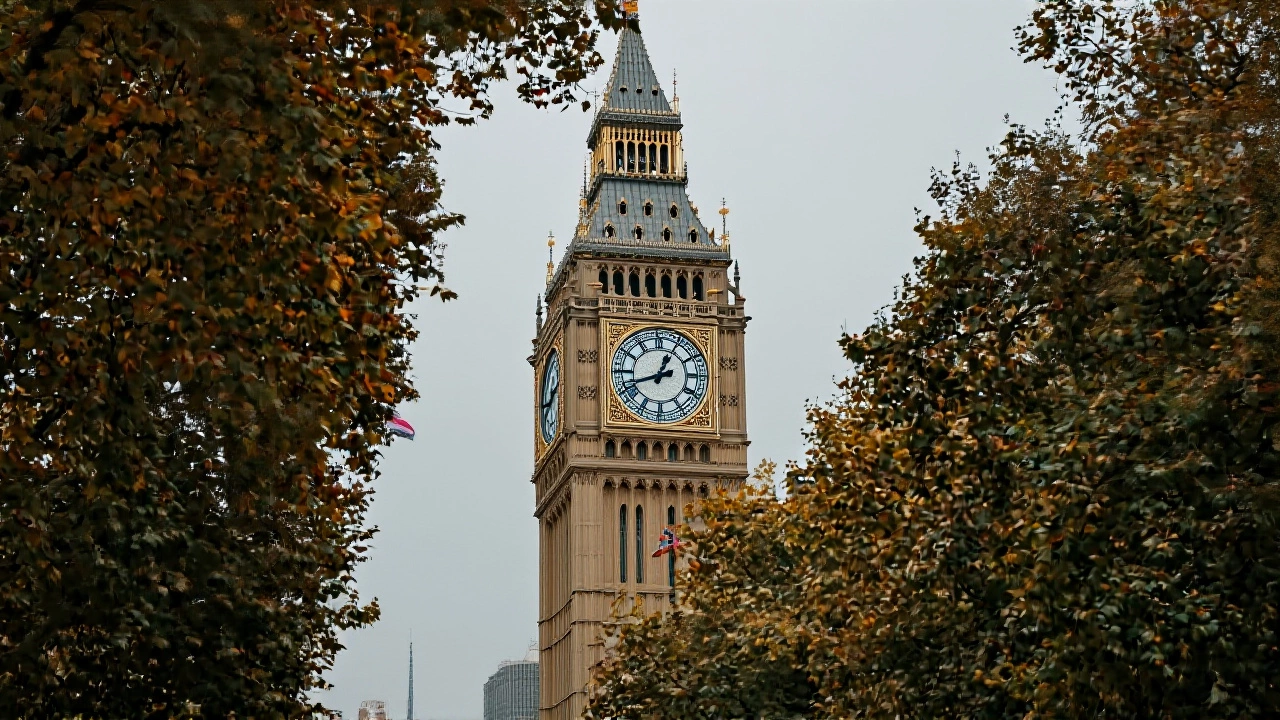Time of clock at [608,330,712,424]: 12:42
